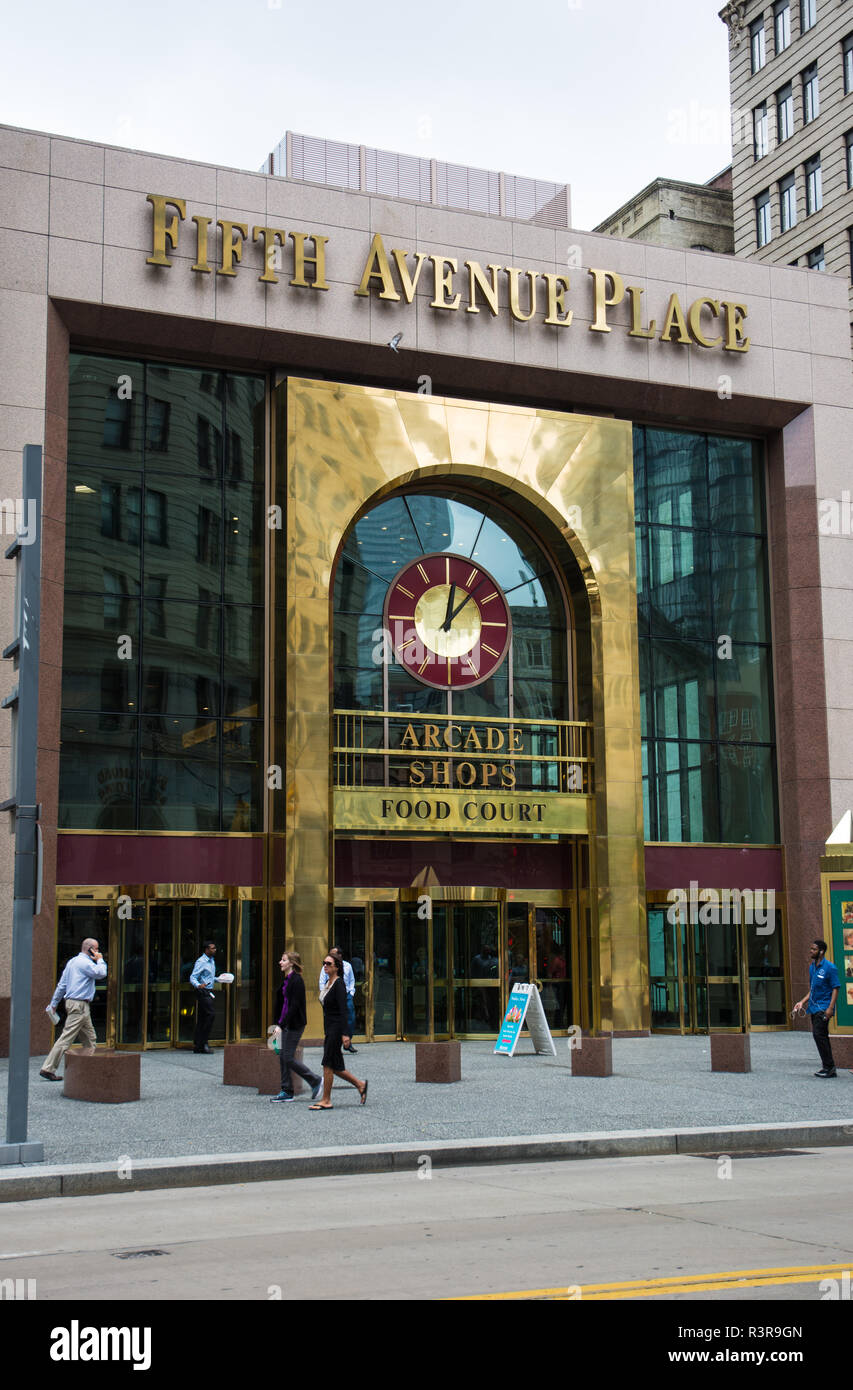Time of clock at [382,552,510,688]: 12:07
